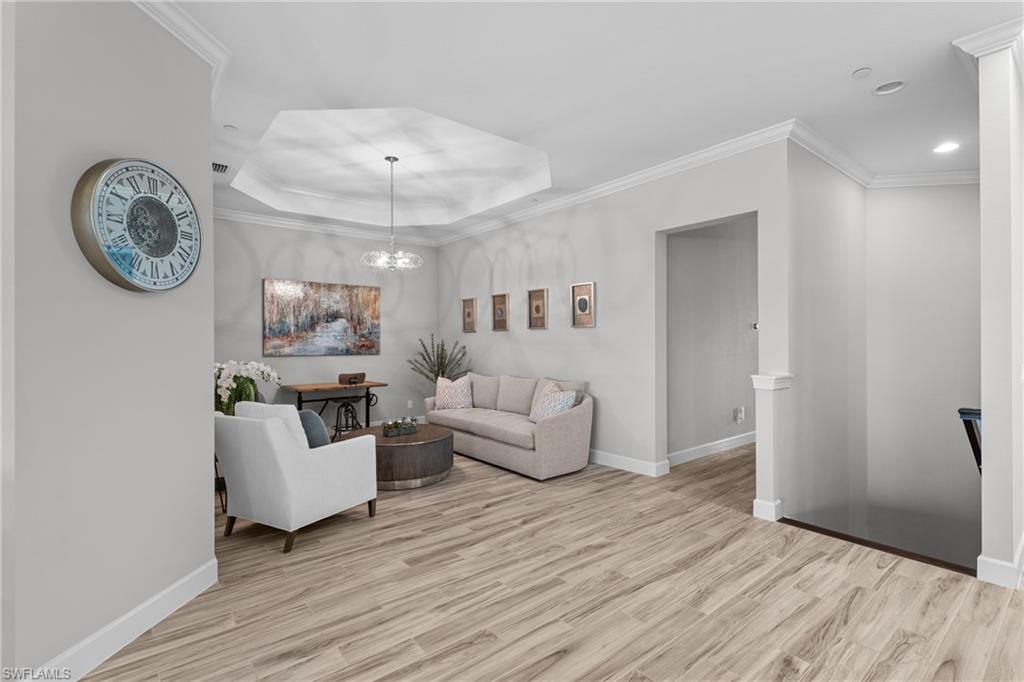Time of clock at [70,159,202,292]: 10:35
